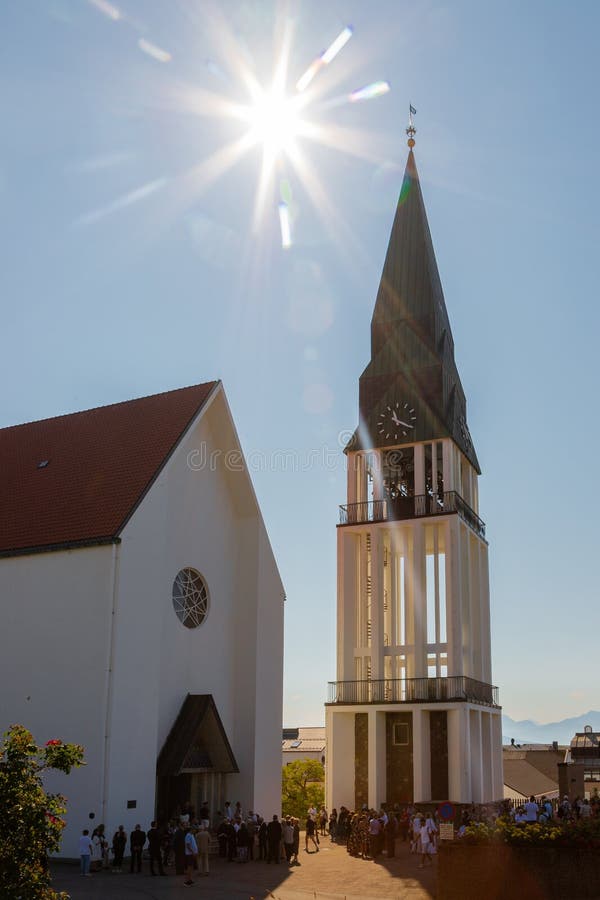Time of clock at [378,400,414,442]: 11:20
